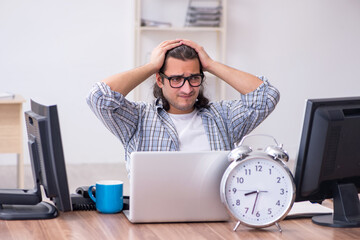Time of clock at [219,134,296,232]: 8:32
